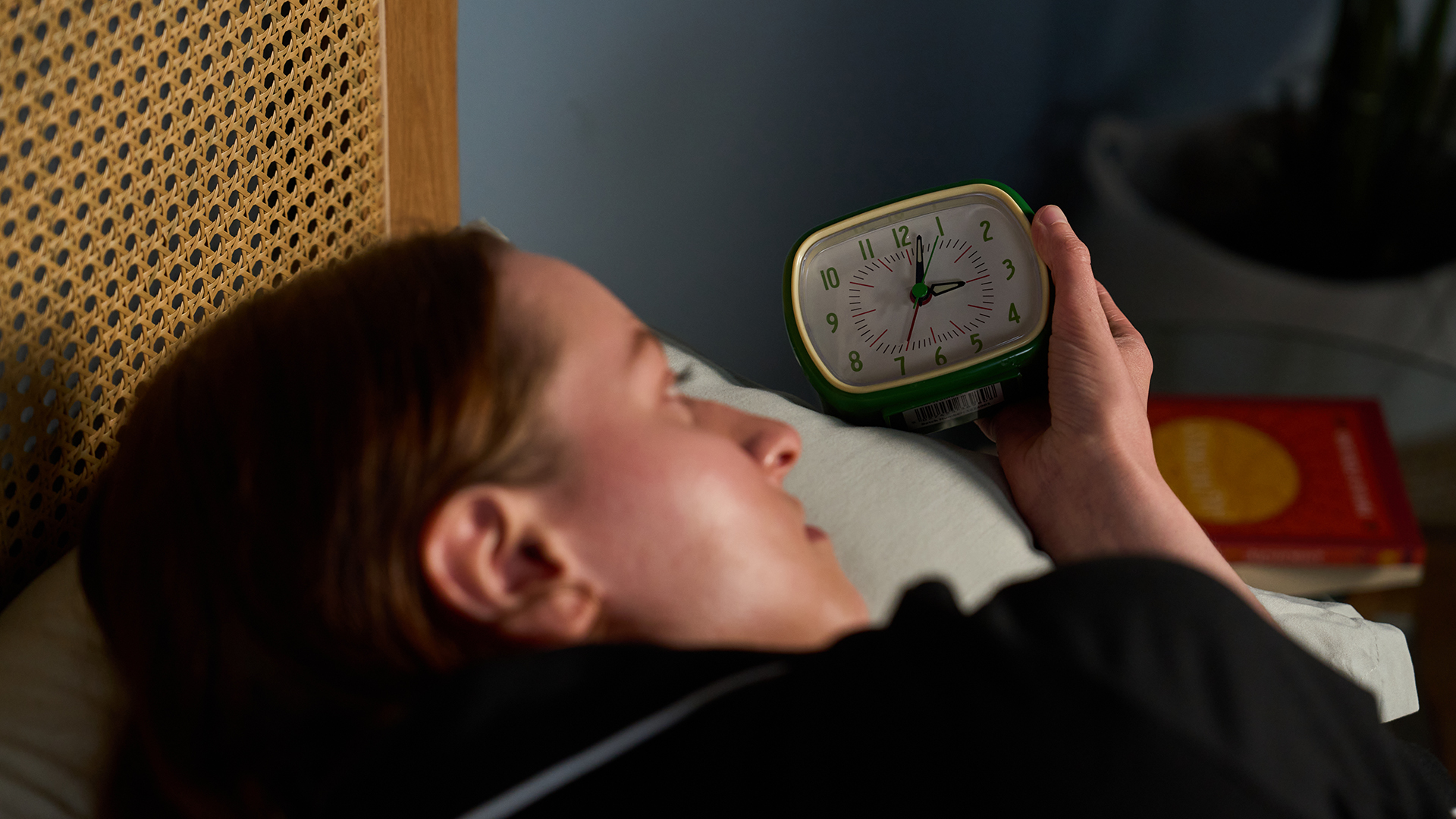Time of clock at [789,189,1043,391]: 3:02
